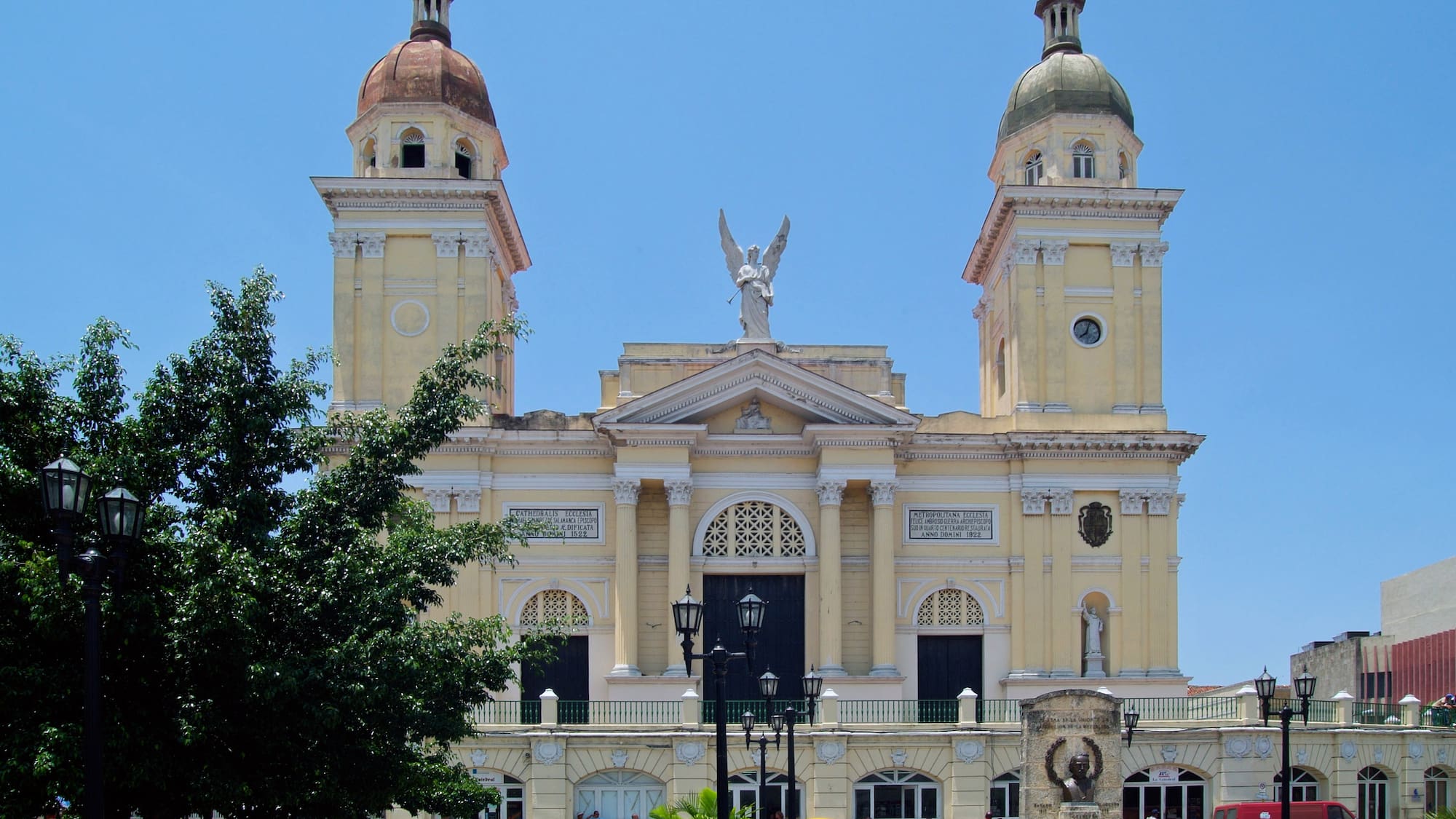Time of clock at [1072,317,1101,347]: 8:03
